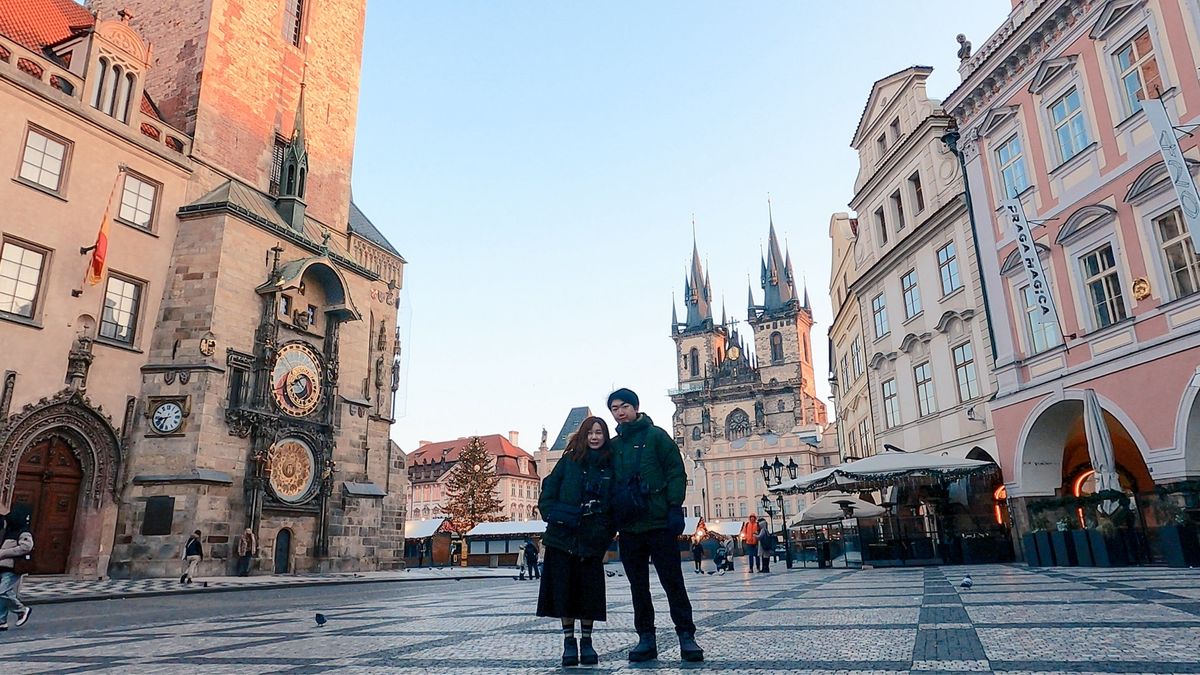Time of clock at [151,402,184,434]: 8:35
